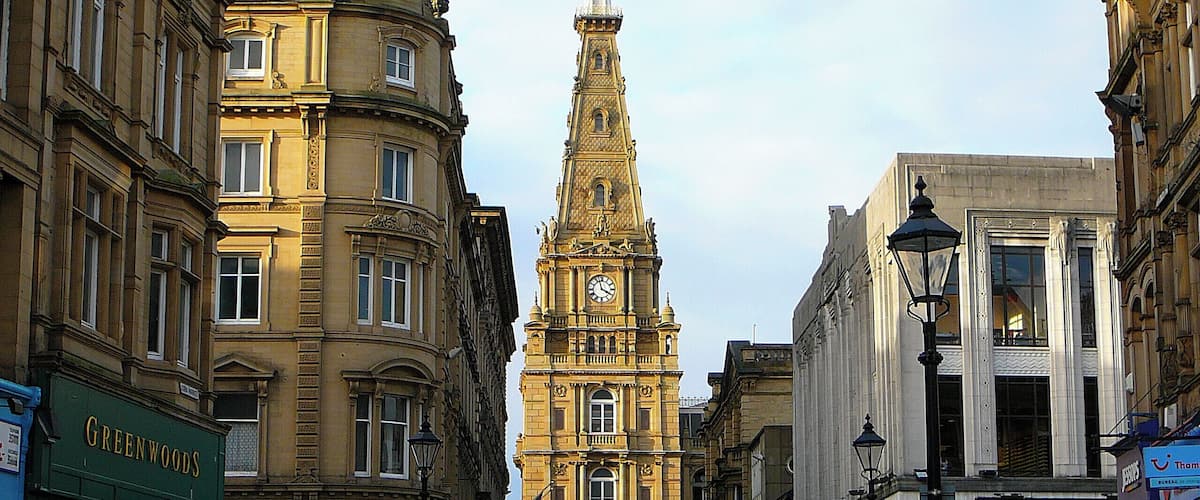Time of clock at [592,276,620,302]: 3:57
